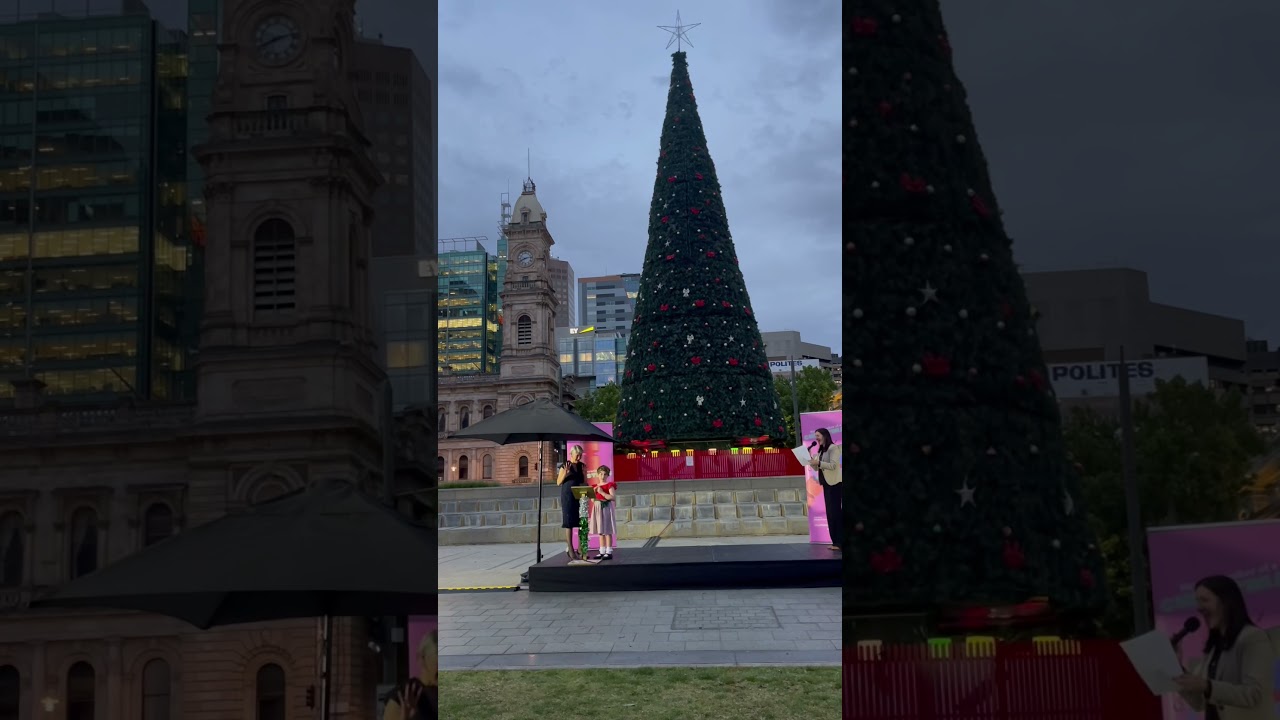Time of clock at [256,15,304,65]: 8:12
